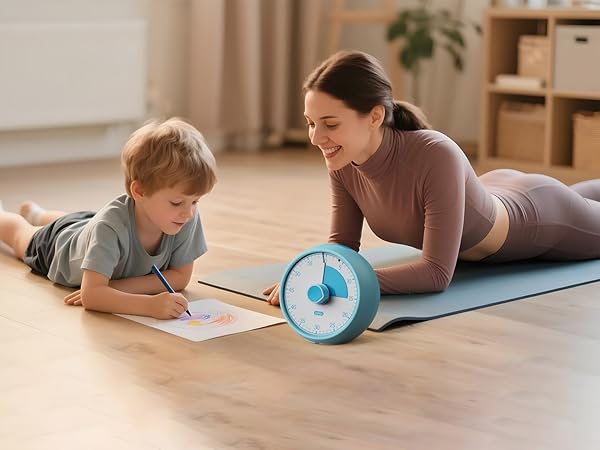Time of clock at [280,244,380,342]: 12:00
